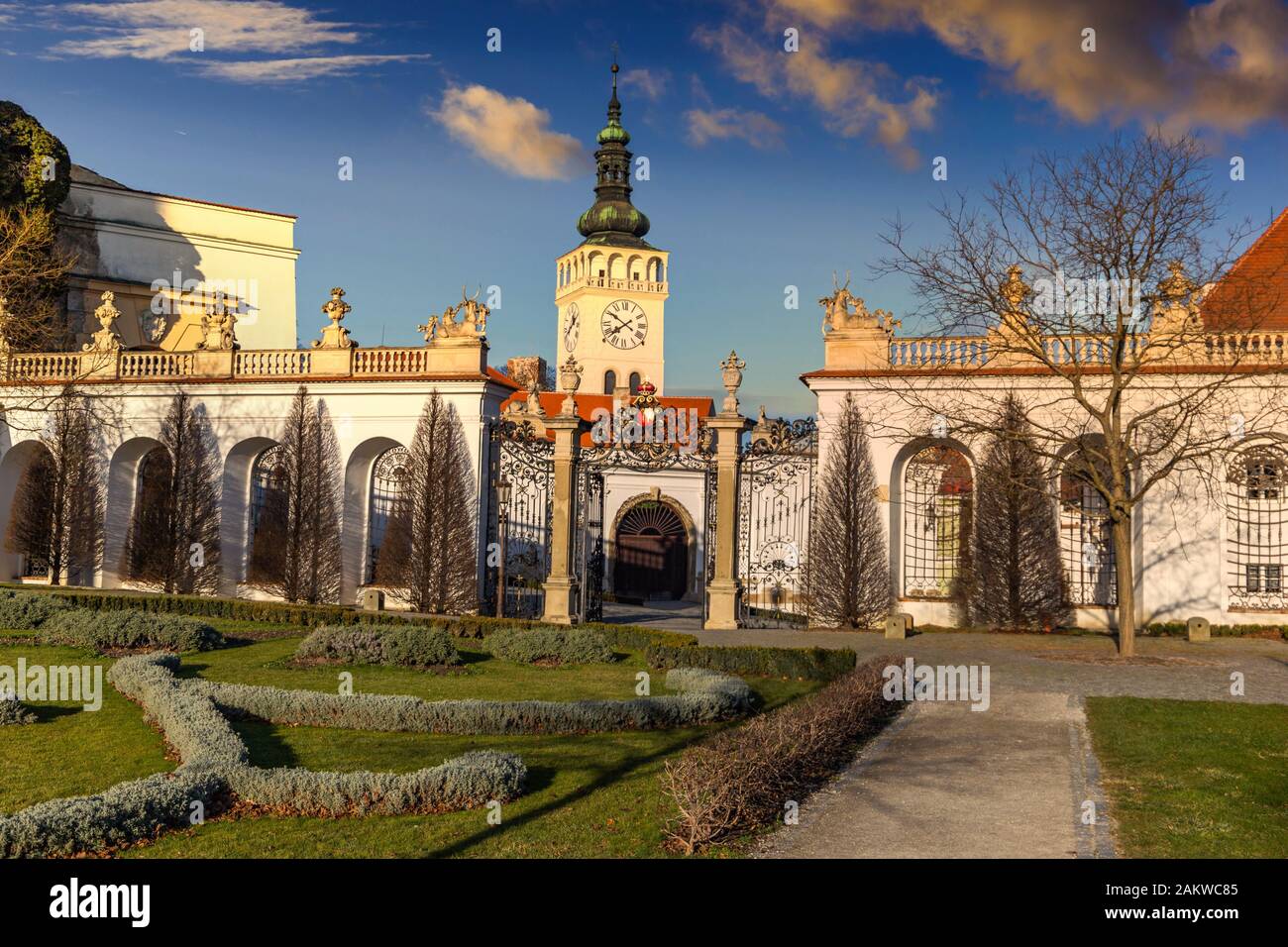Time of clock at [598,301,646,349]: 7:50
